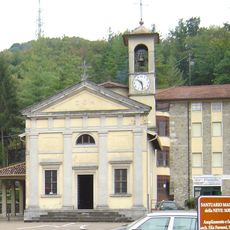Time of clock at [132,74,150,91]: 10:28
